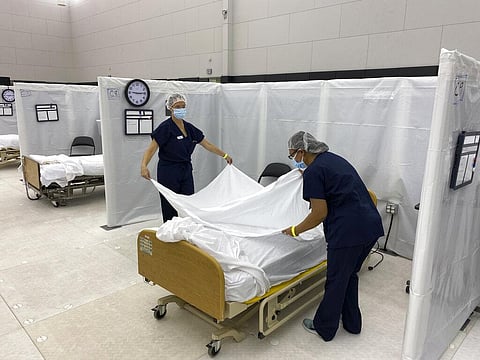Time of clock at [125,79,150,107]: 9:14
